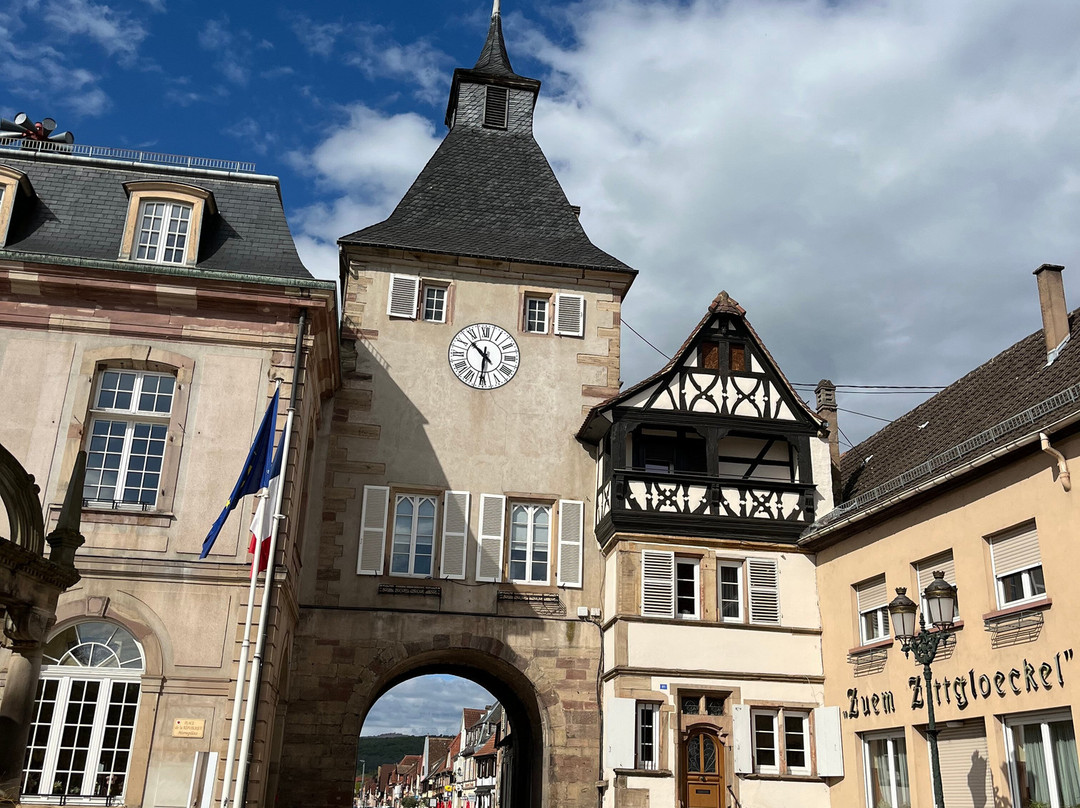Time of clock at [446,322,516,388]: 10:30
